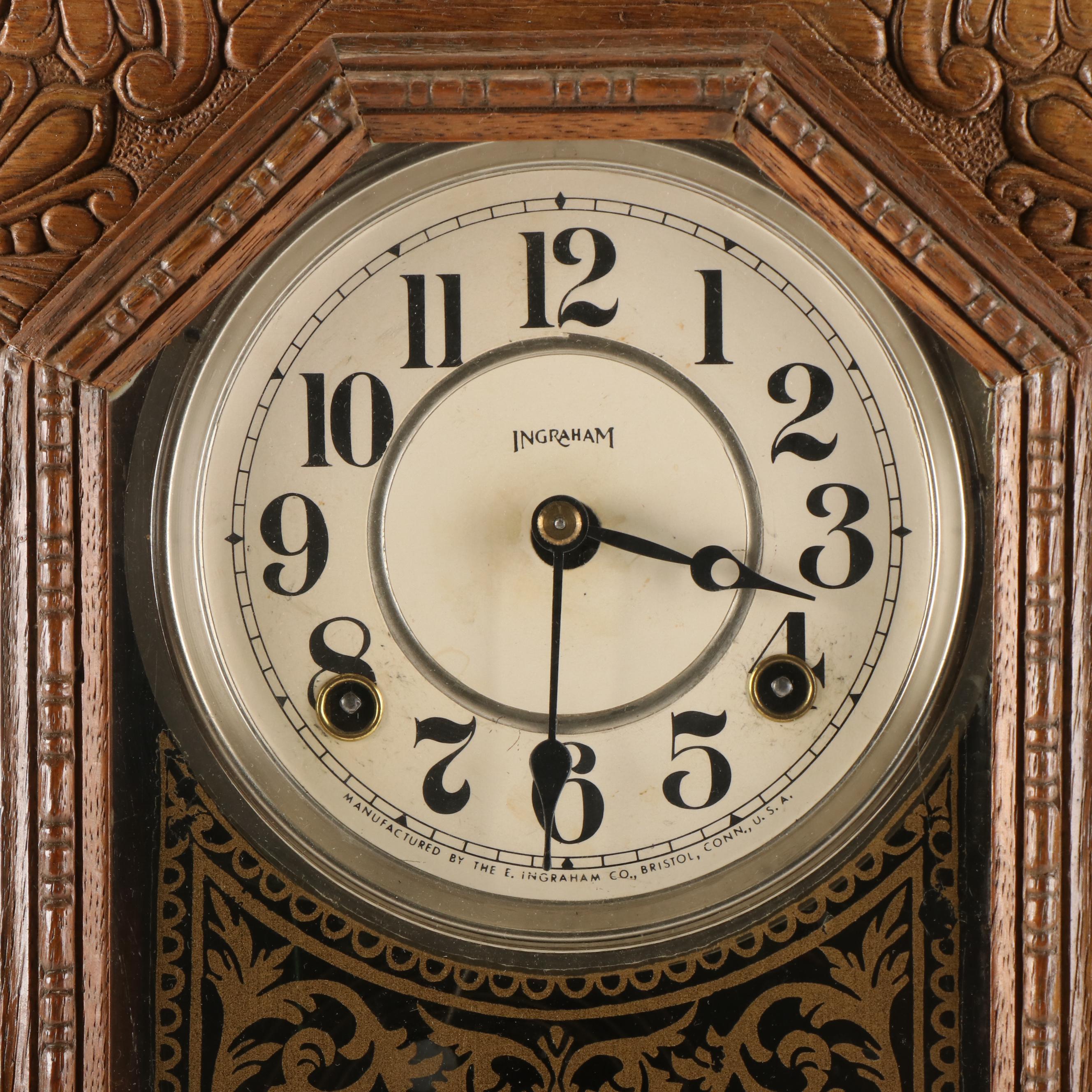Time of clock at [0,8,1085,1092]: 3:30
